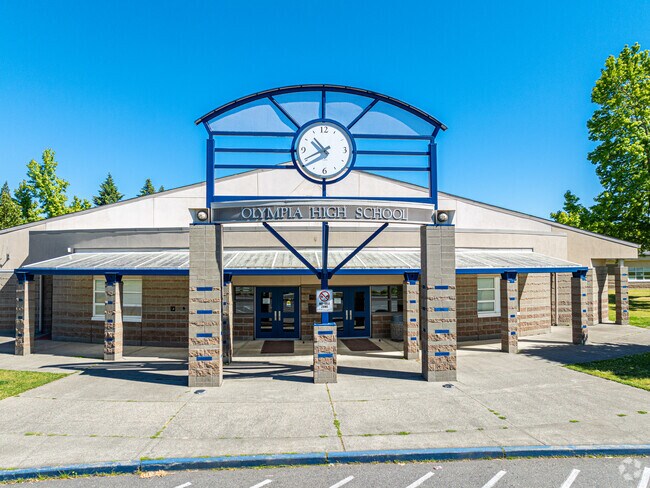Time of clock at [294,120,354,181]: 10:40
